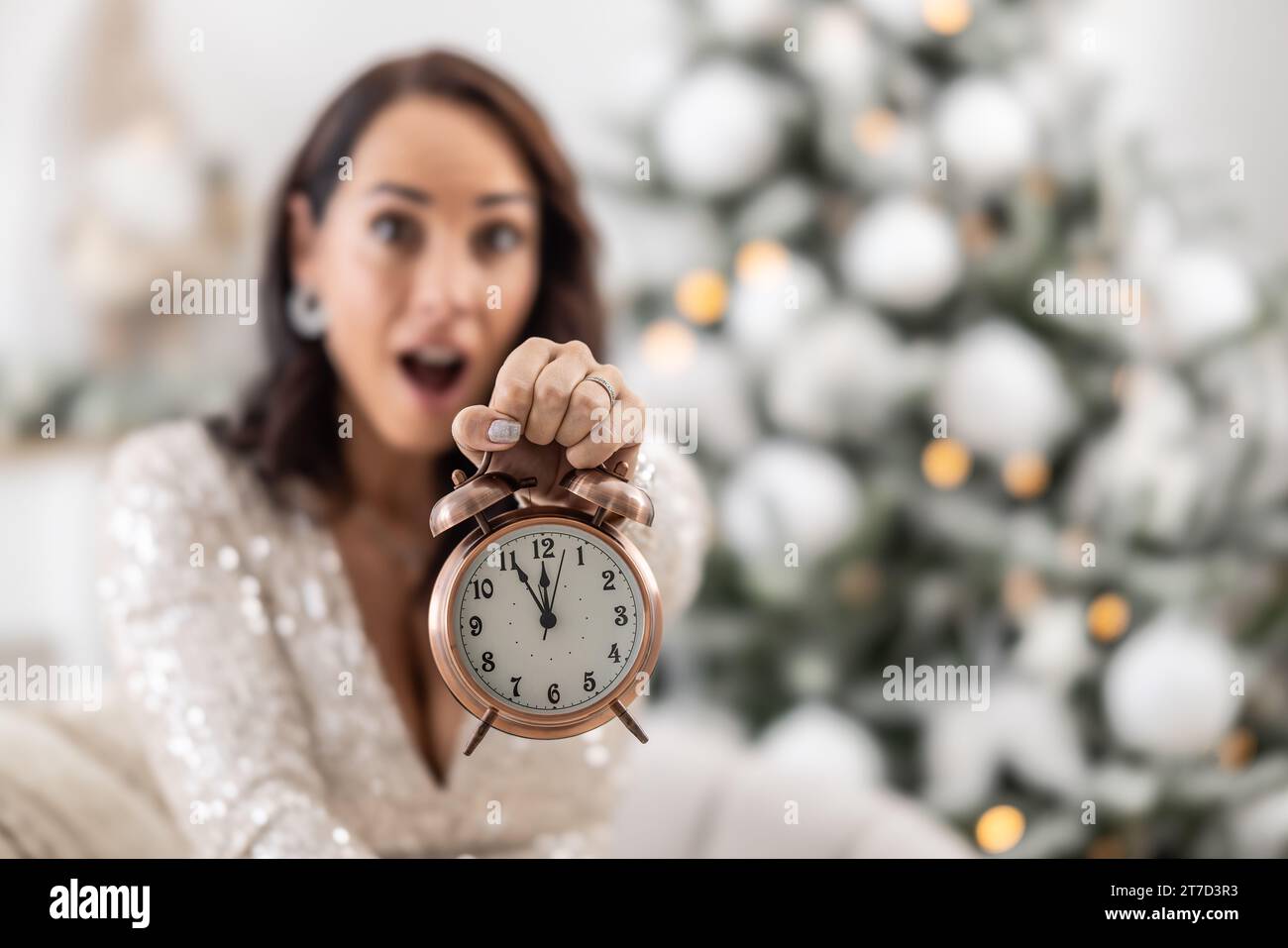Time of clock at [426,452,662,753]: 11:55
